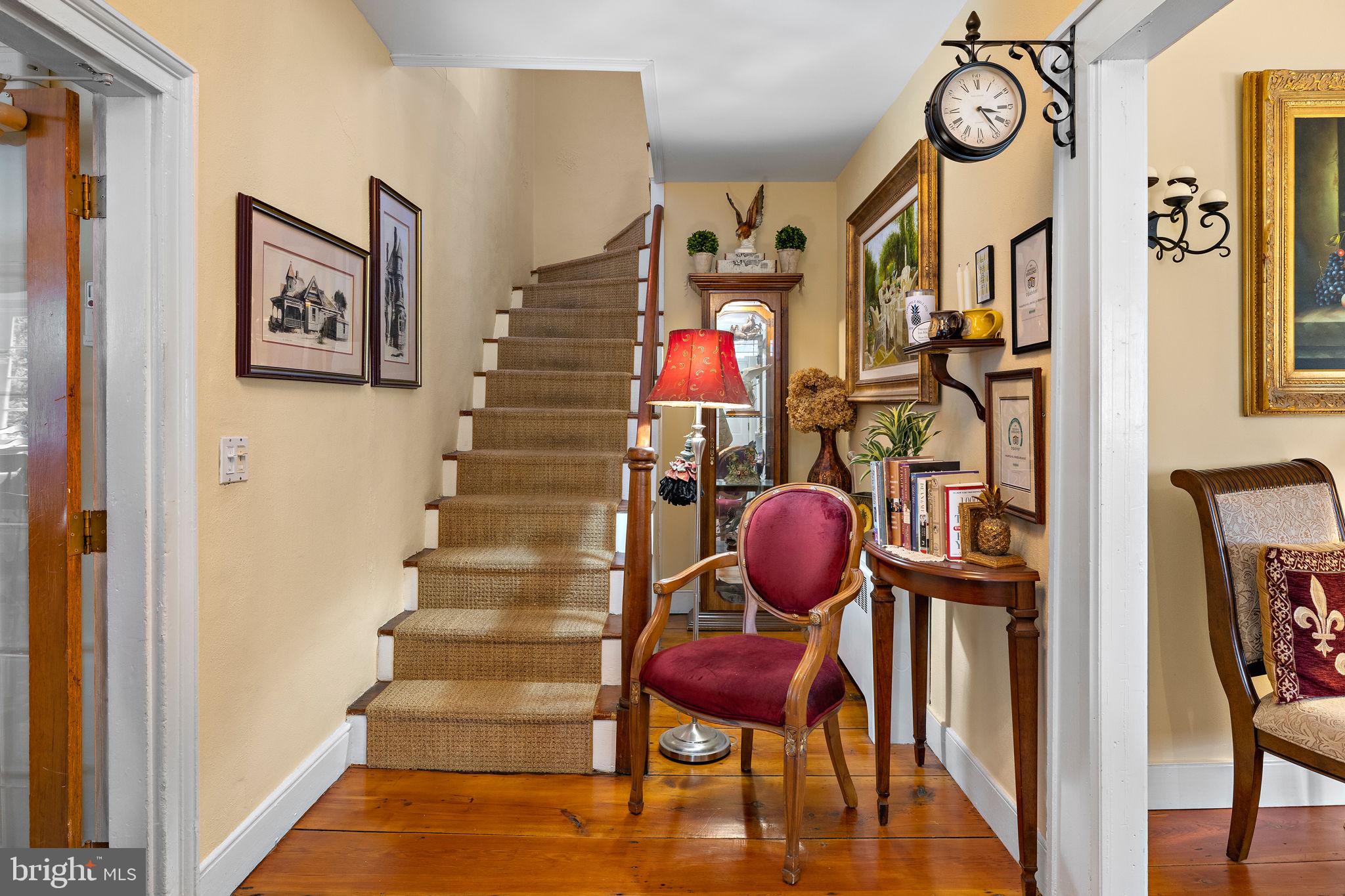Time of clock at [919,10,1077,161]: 3:23
